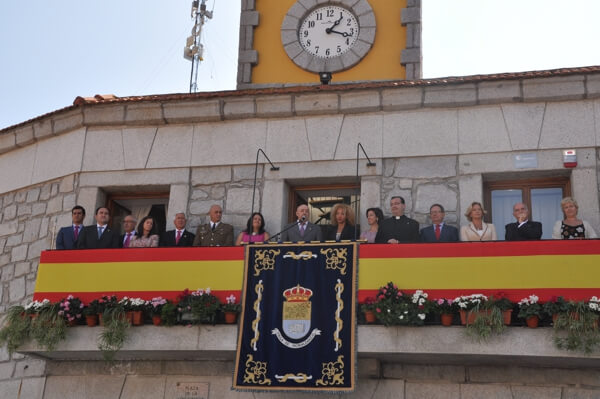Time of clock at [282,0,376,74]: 1:17
